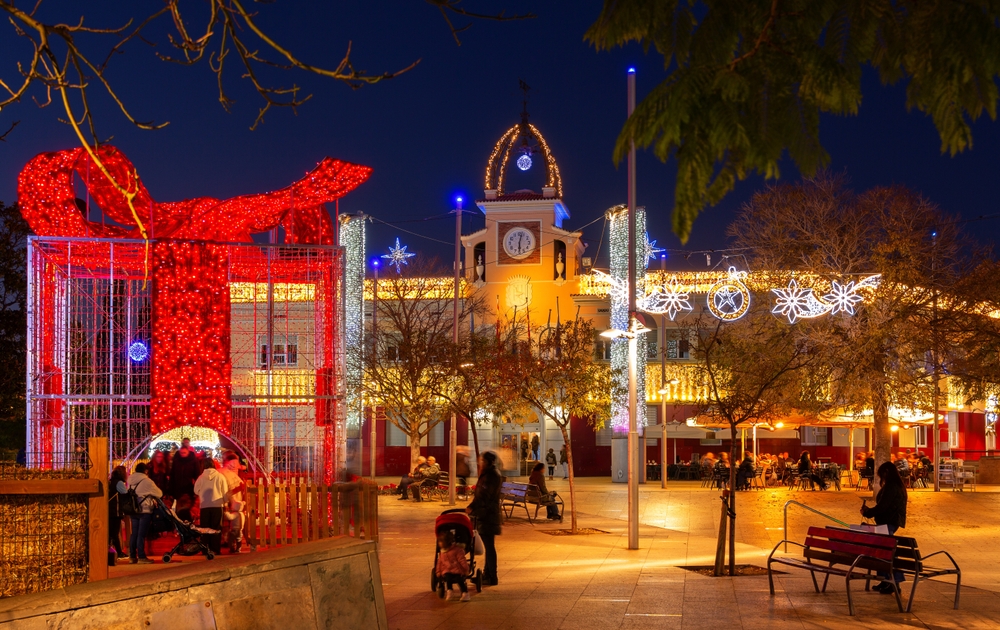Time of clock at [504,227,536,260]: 6:02
